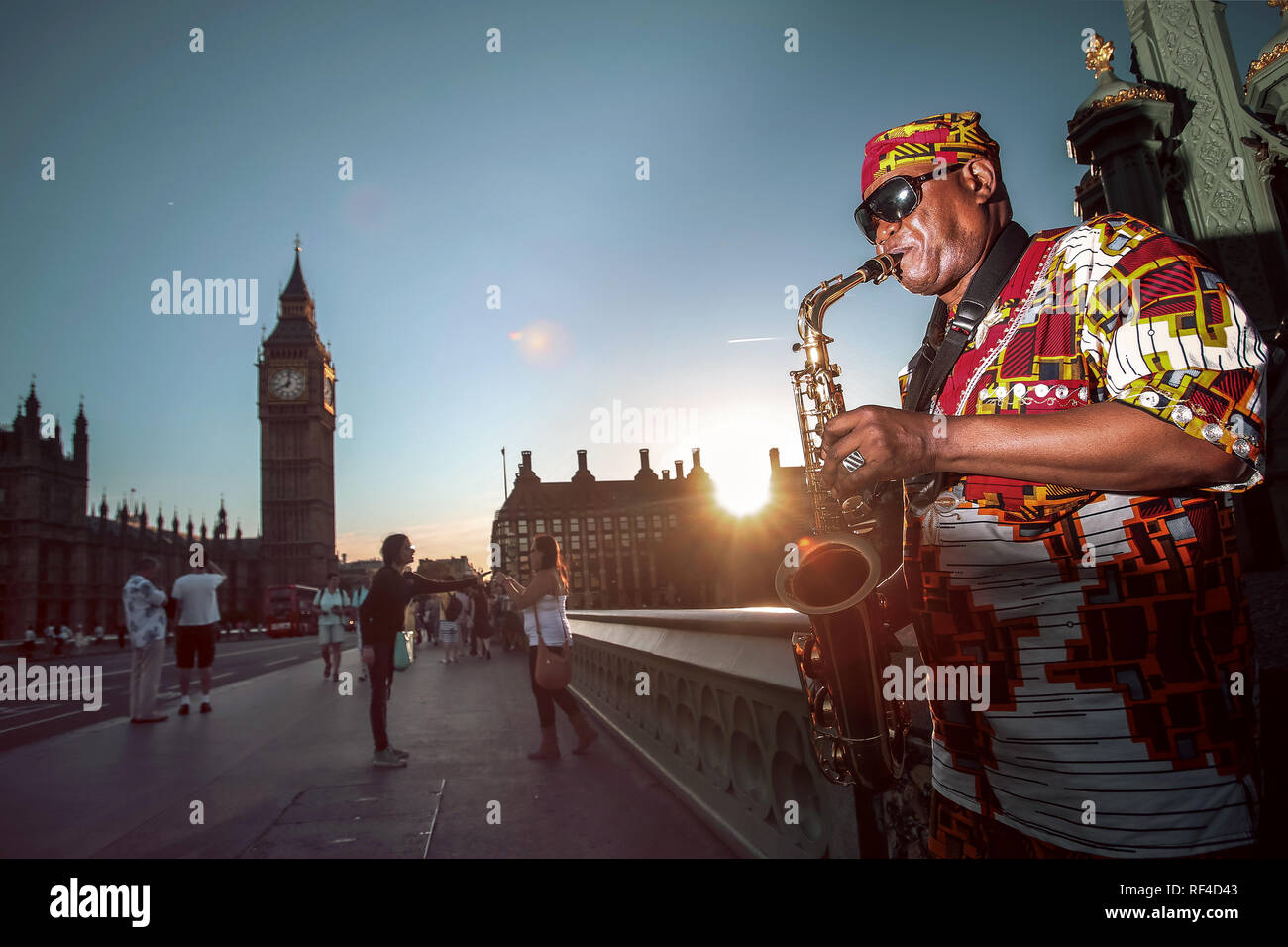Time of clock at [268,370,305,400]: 8:01
